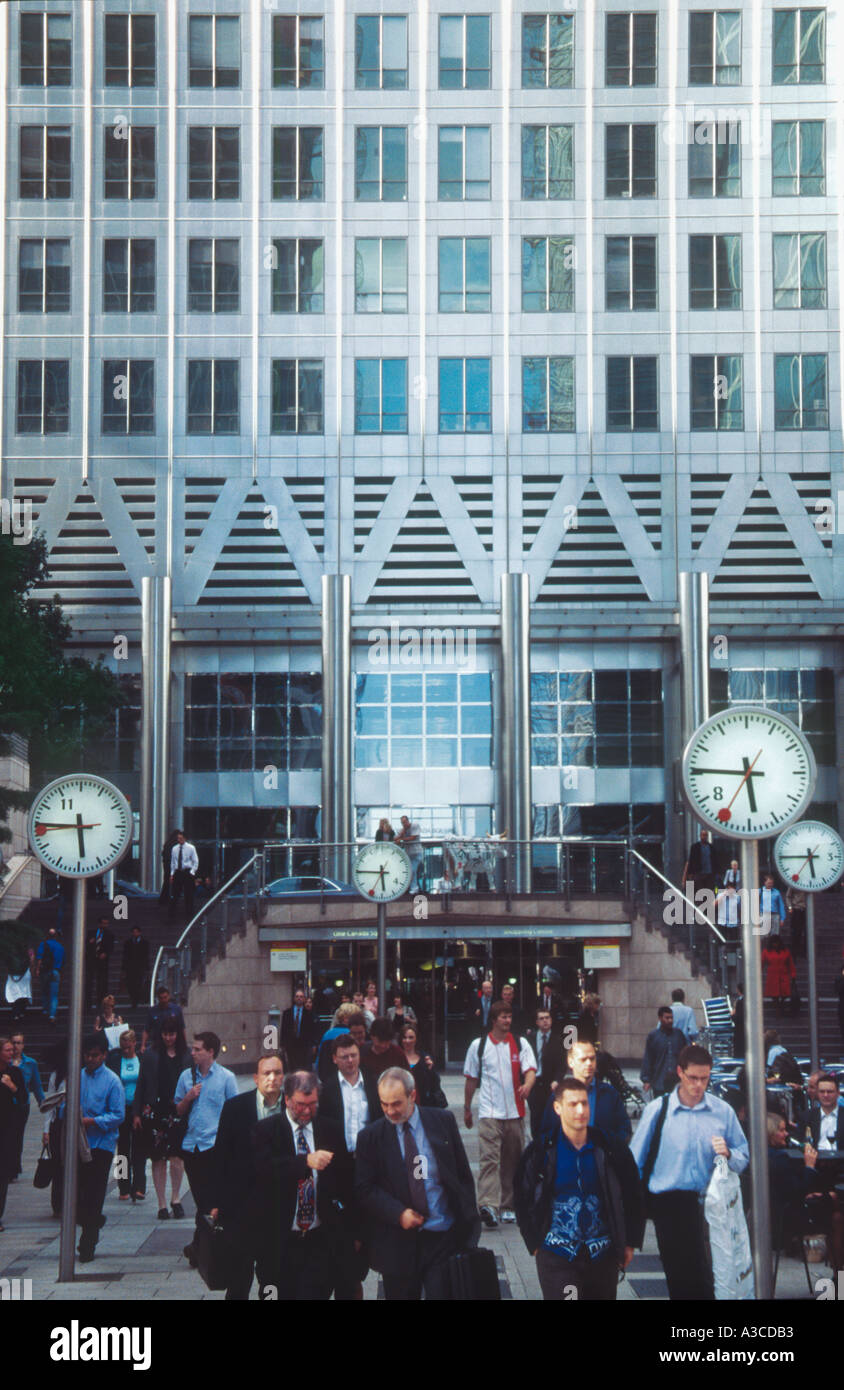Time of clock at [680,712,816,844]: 5:45
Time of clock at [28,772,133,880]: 5:45
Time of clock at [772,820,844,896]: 5:44
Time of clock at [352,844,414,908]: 5:45
